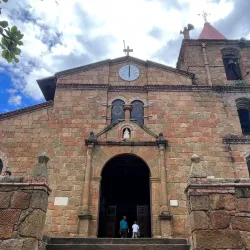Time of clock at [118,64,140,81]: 6:00
